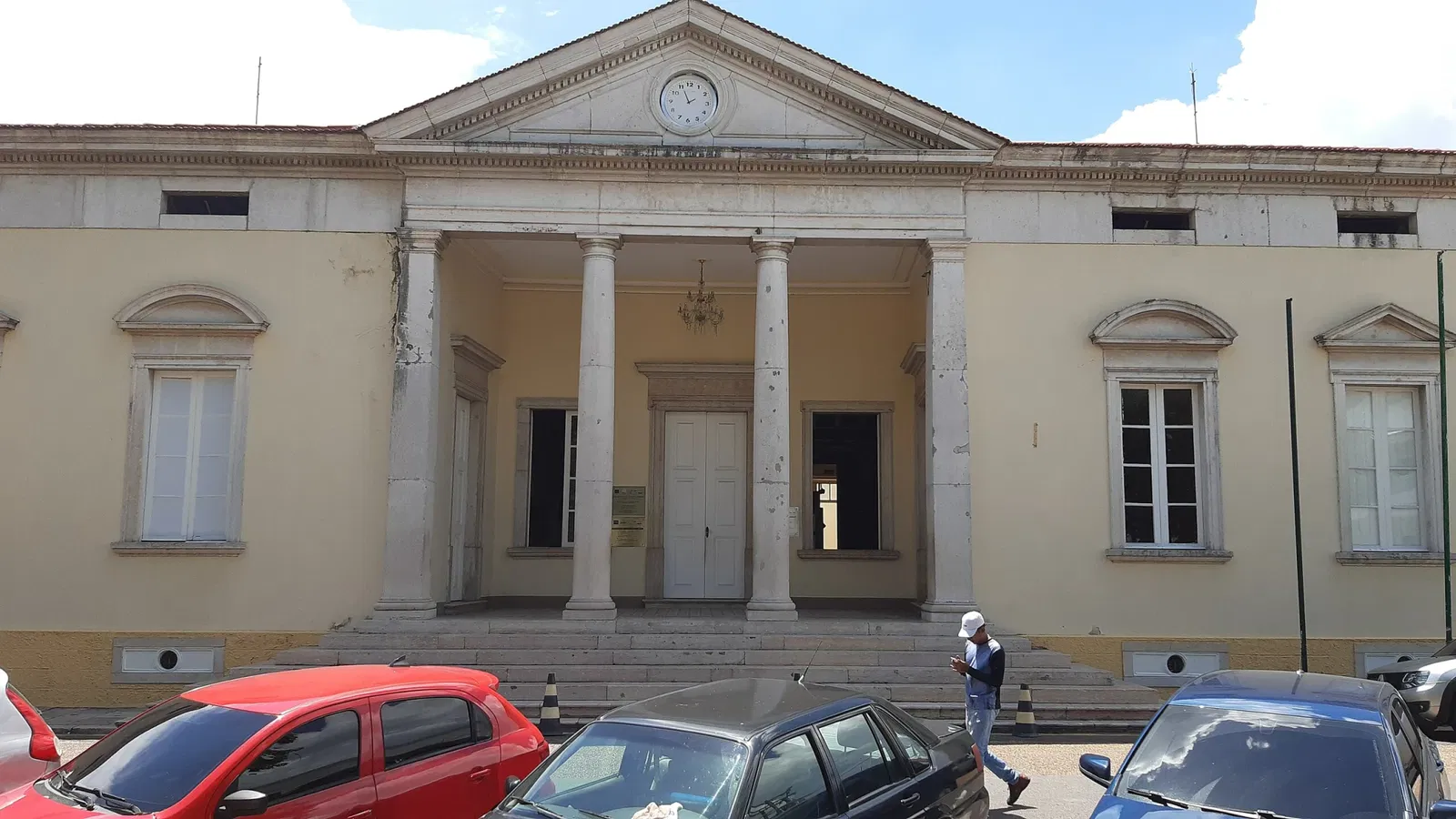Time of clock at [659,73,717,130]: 1:55
